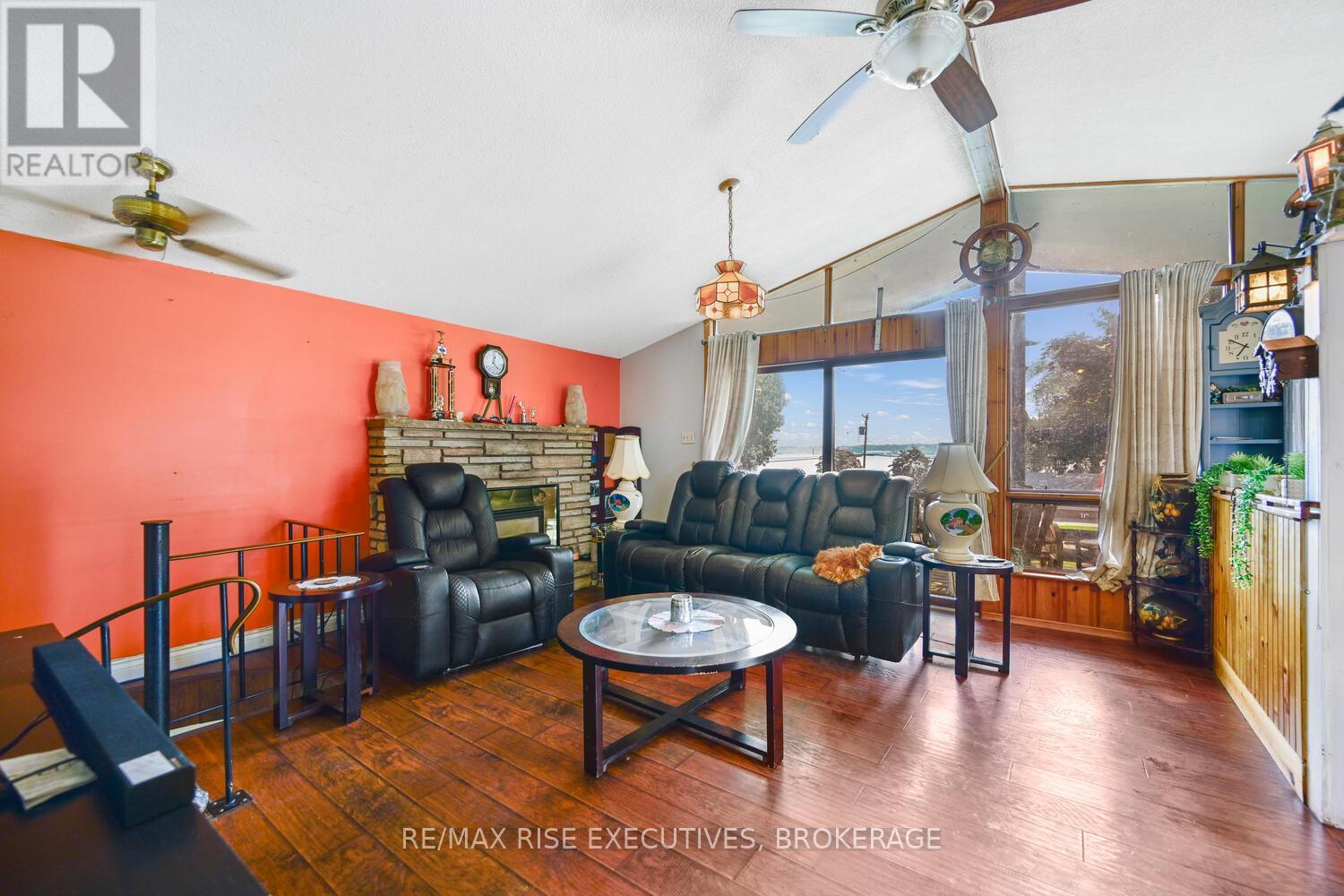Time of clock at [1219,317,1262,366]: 6:50
